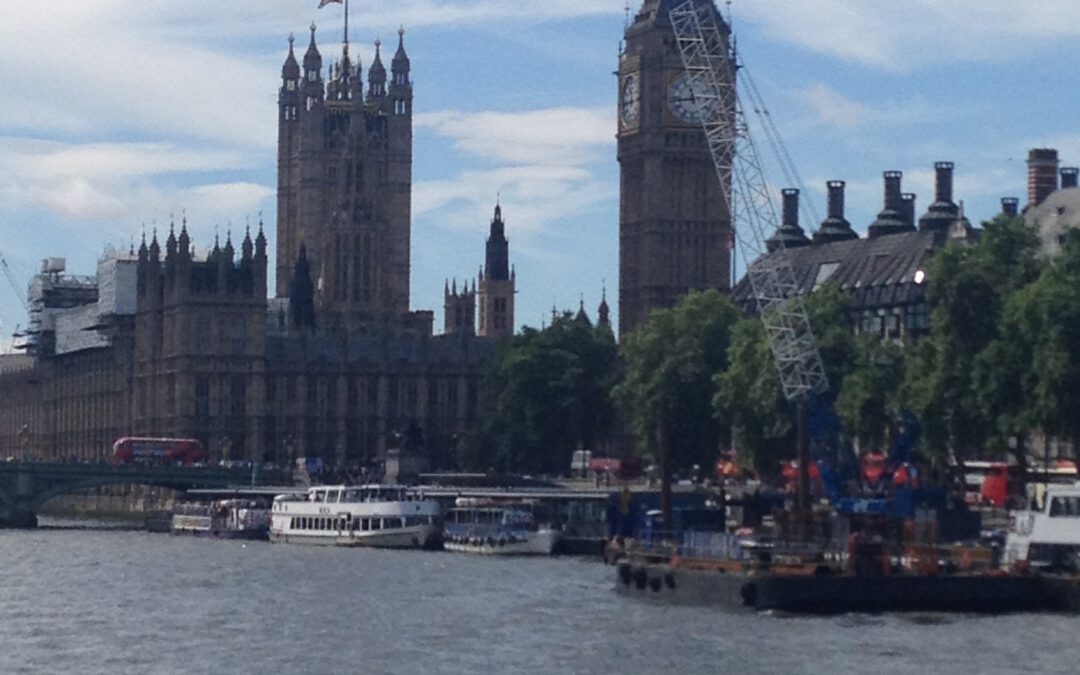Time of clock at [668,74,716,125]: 11:43
